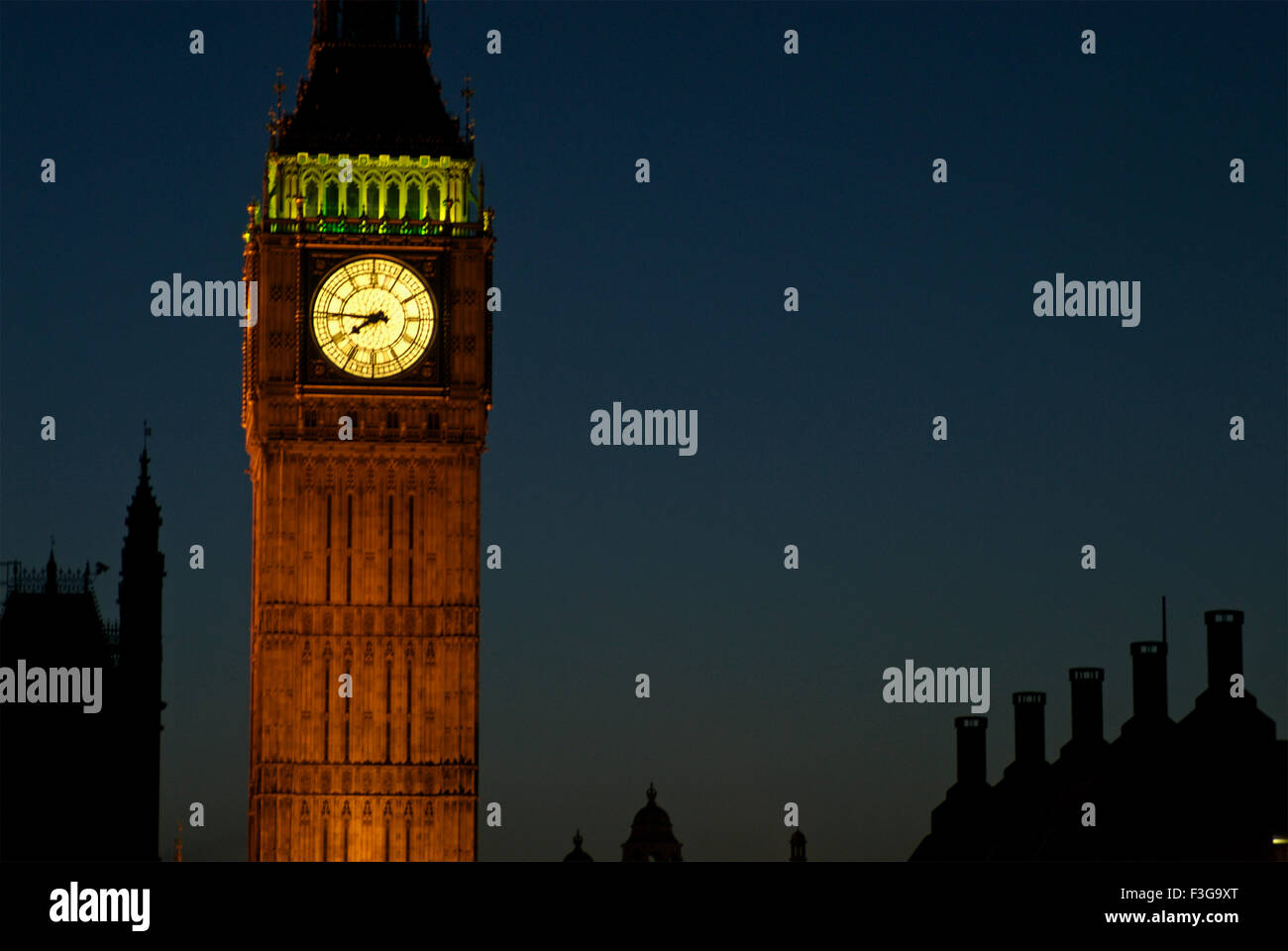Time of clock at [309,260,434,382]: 7:45
